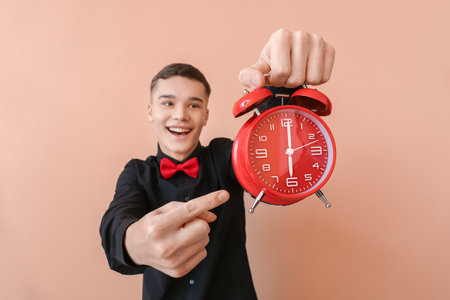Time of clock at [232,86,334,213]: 6:00
